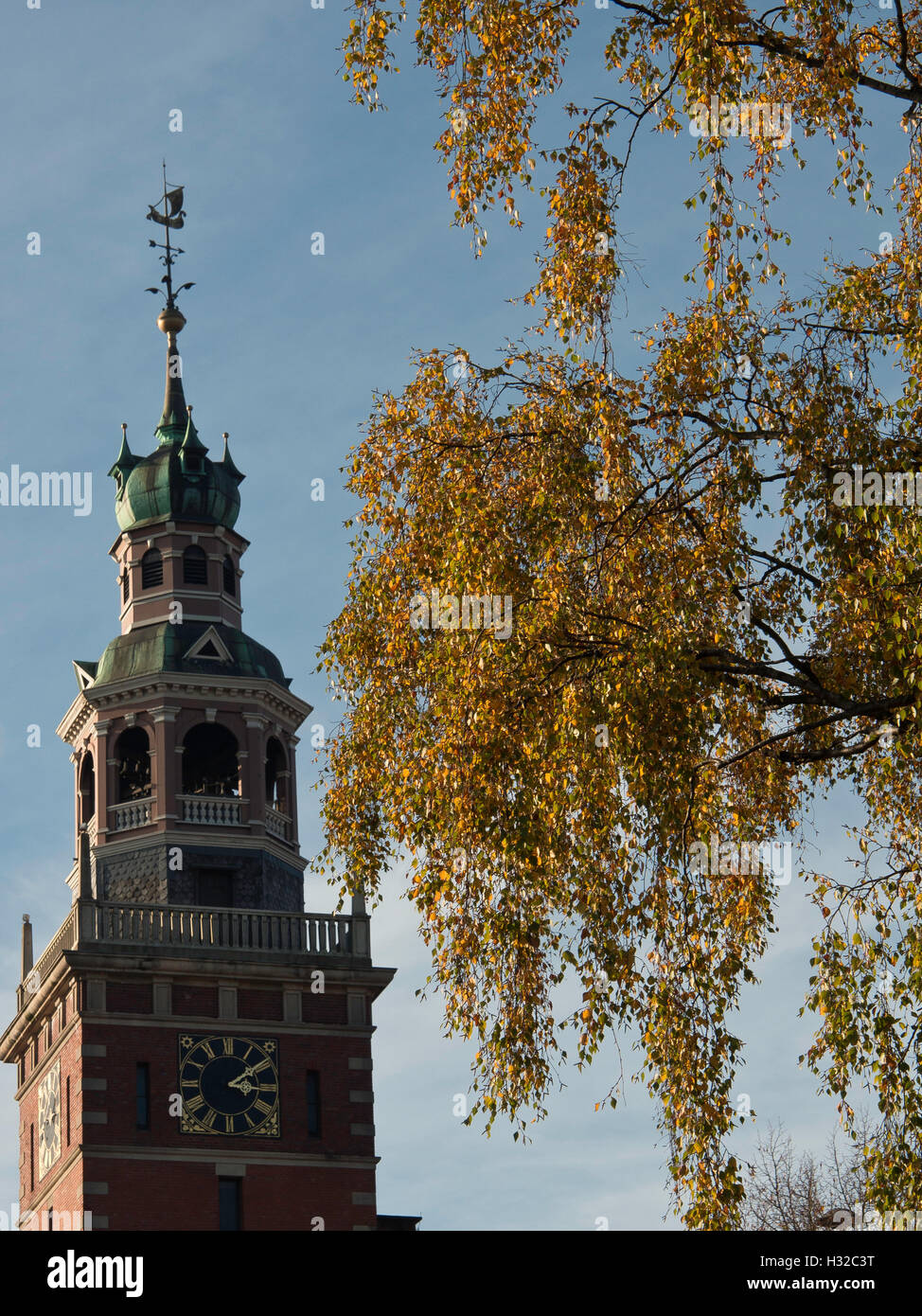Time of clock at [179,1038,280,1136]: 3:09
